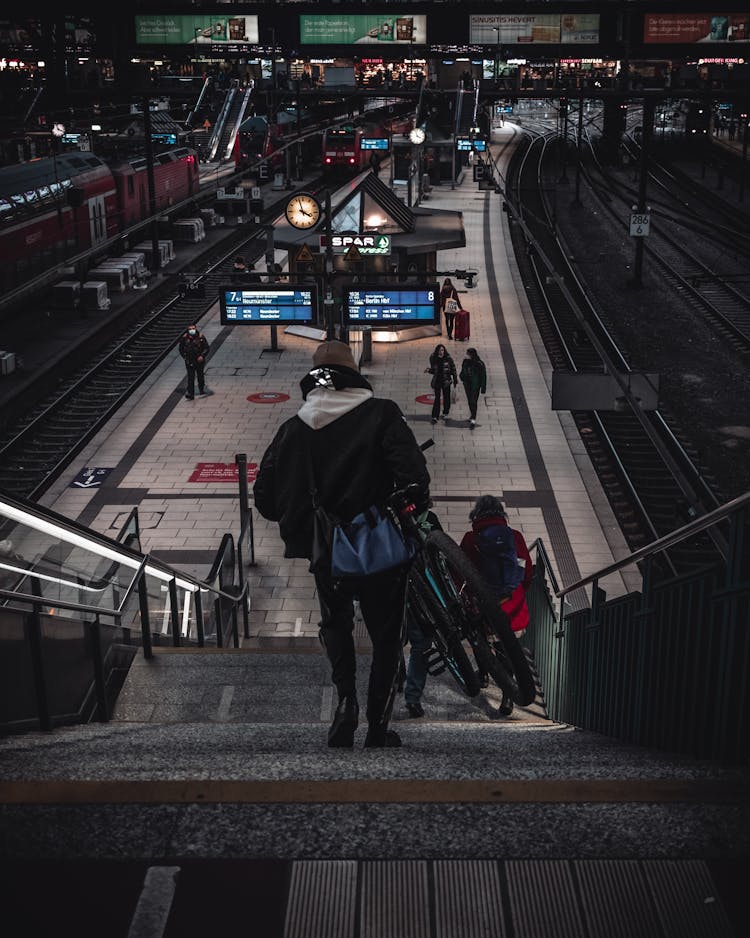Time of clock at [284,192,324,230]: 3:57
